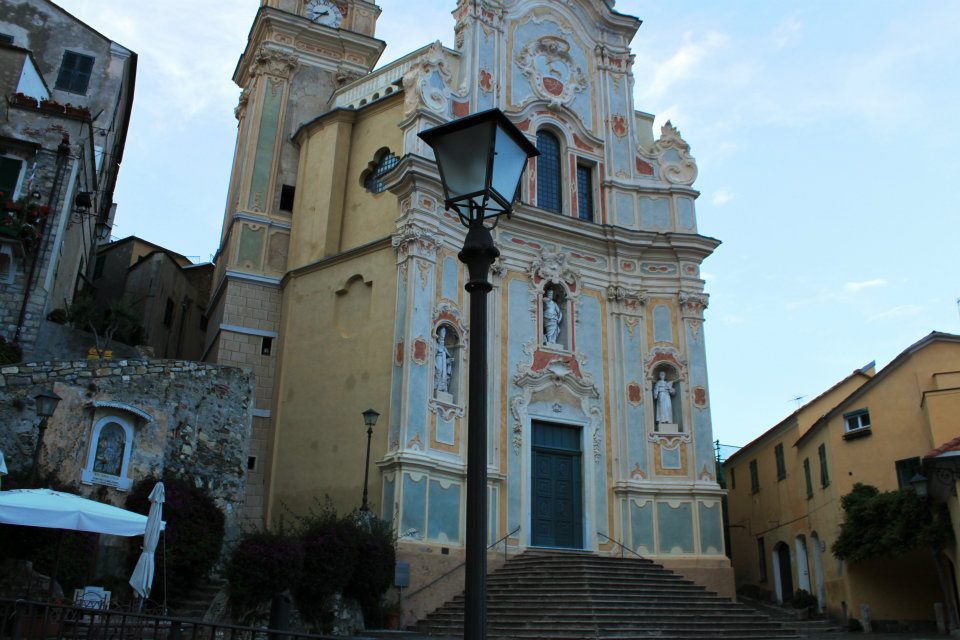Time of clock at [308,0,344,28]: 8:37
